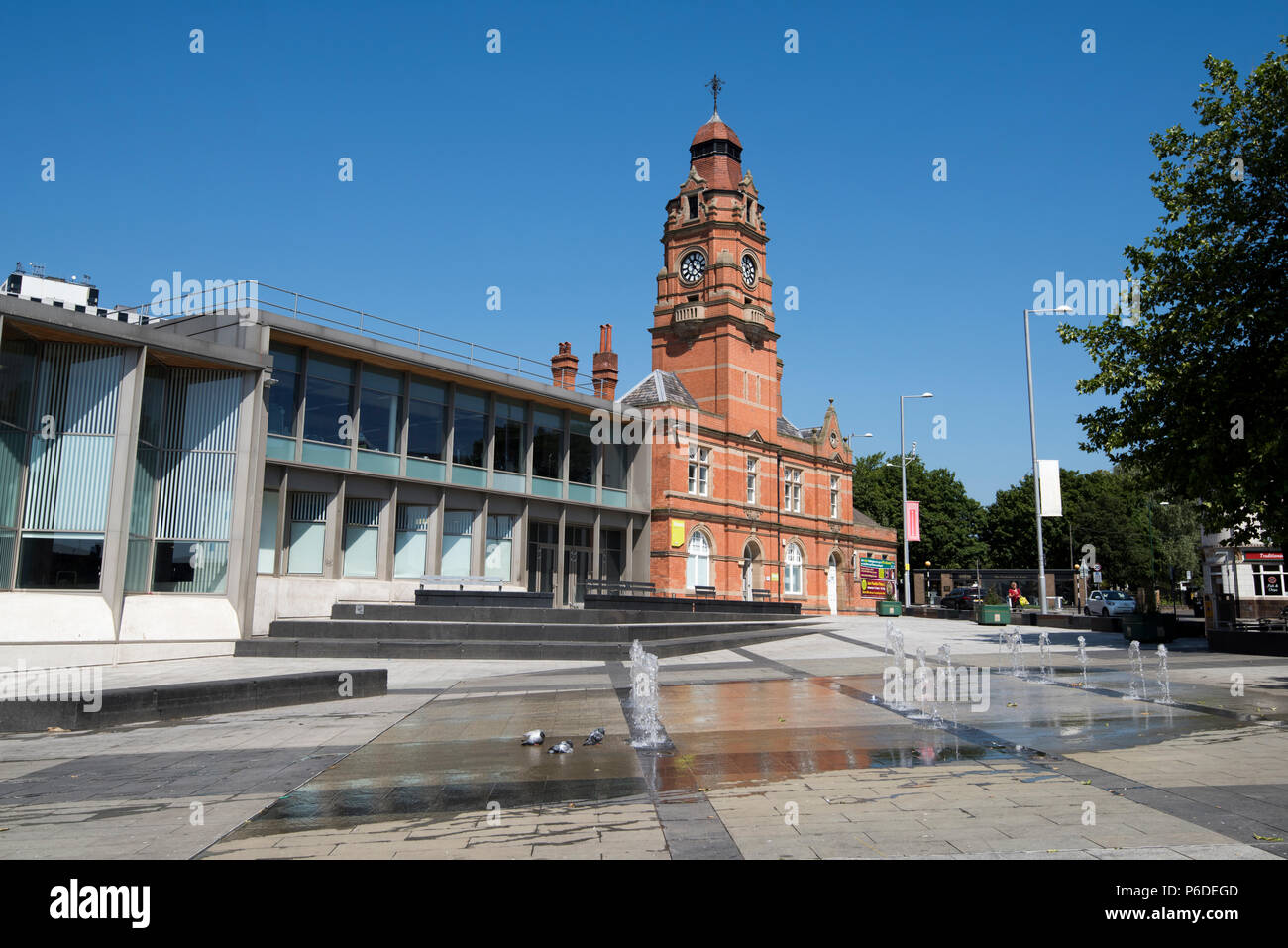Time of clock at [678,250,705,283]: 6:55
